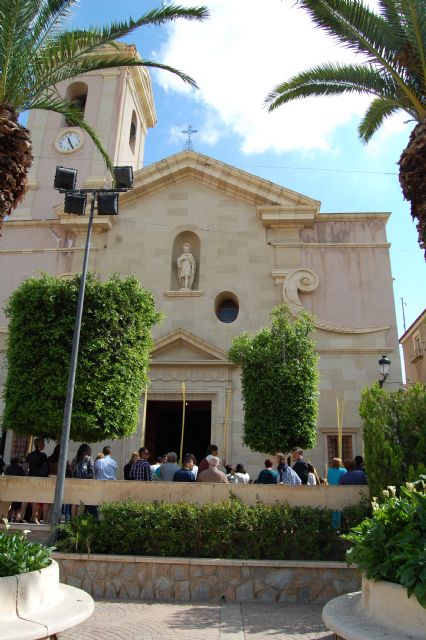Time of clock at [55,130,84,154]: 11:25
